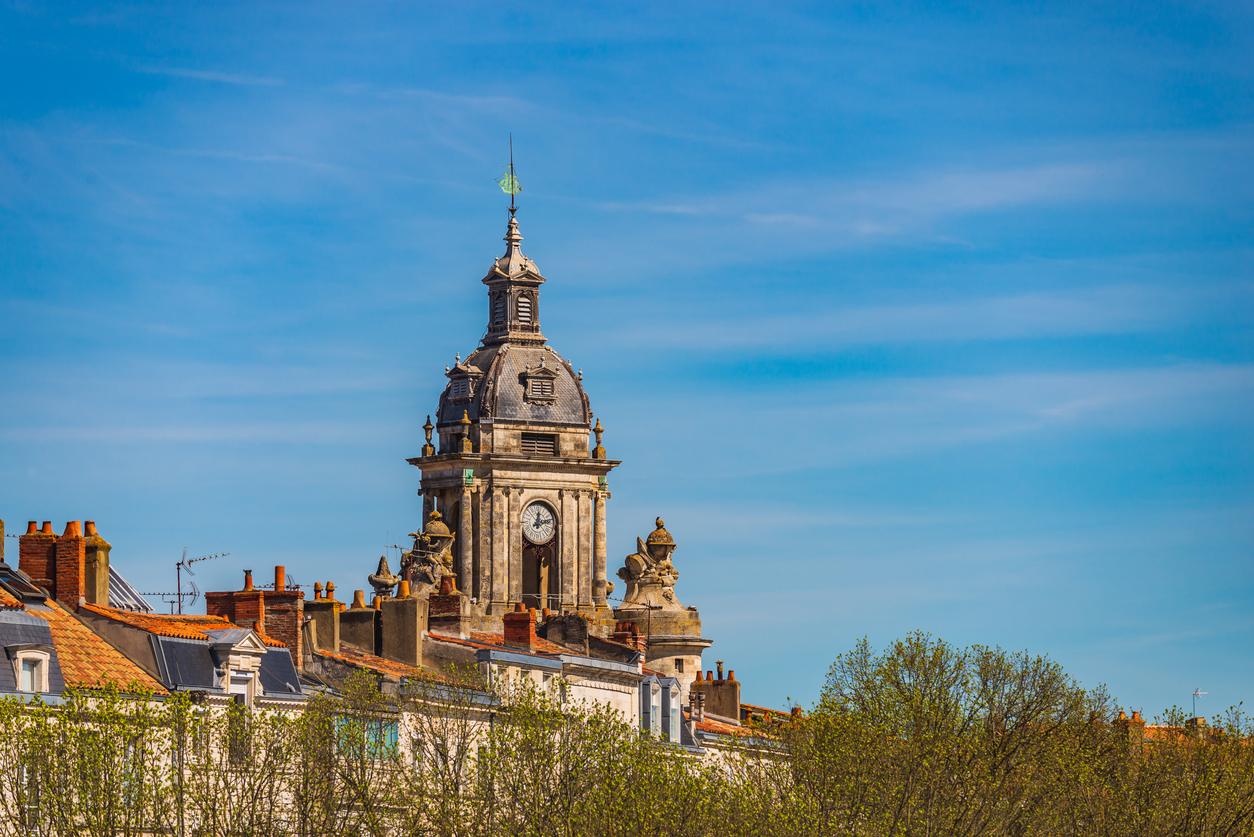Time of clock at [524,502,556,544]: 12:12
